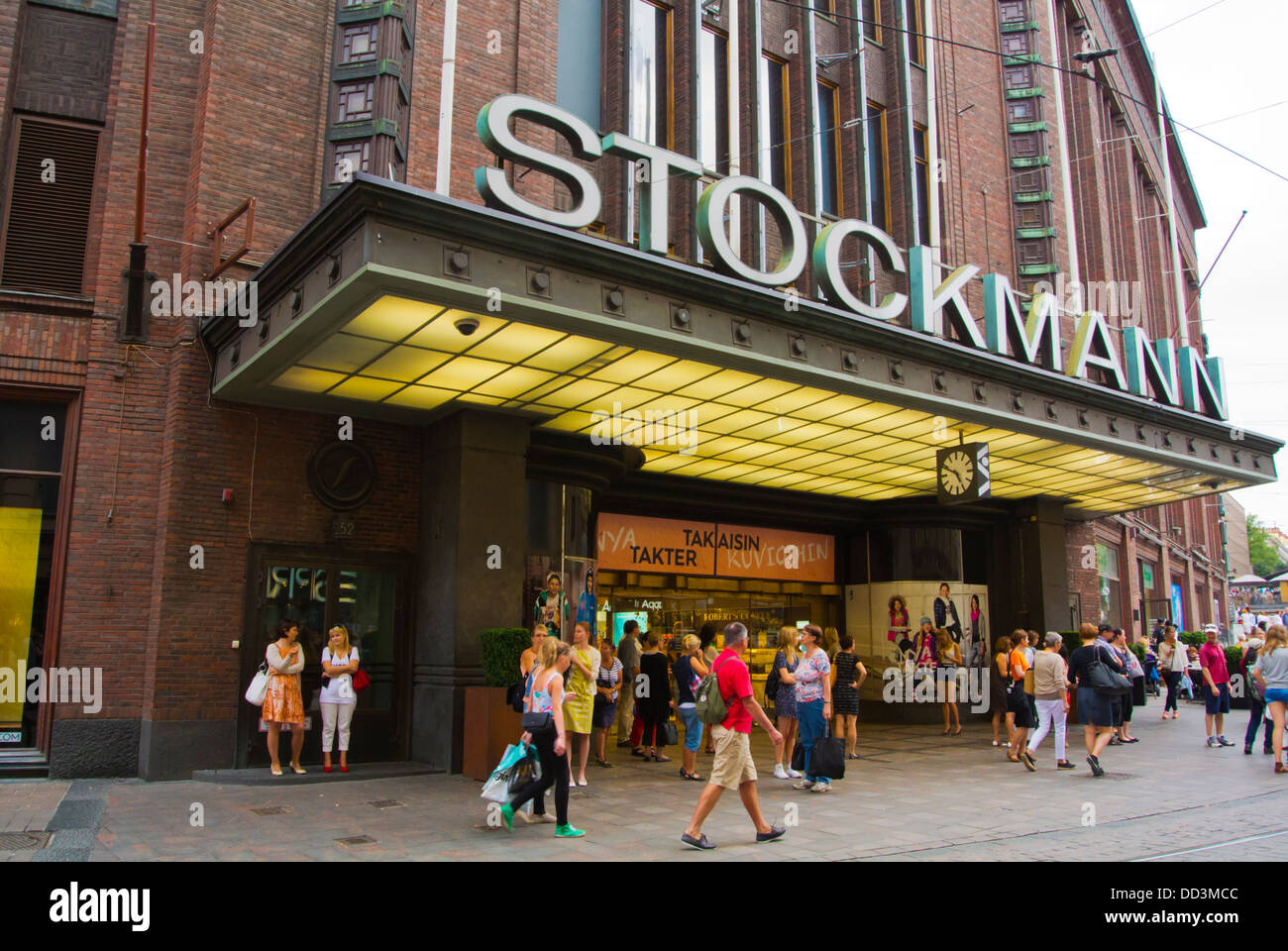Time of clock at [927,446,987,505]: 4:48
